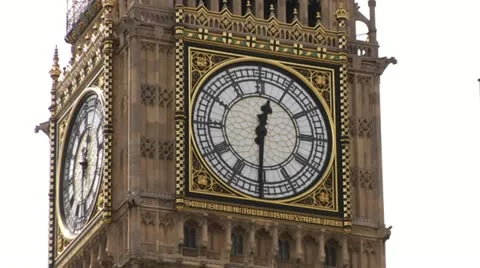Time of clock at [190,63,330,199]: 12:30
